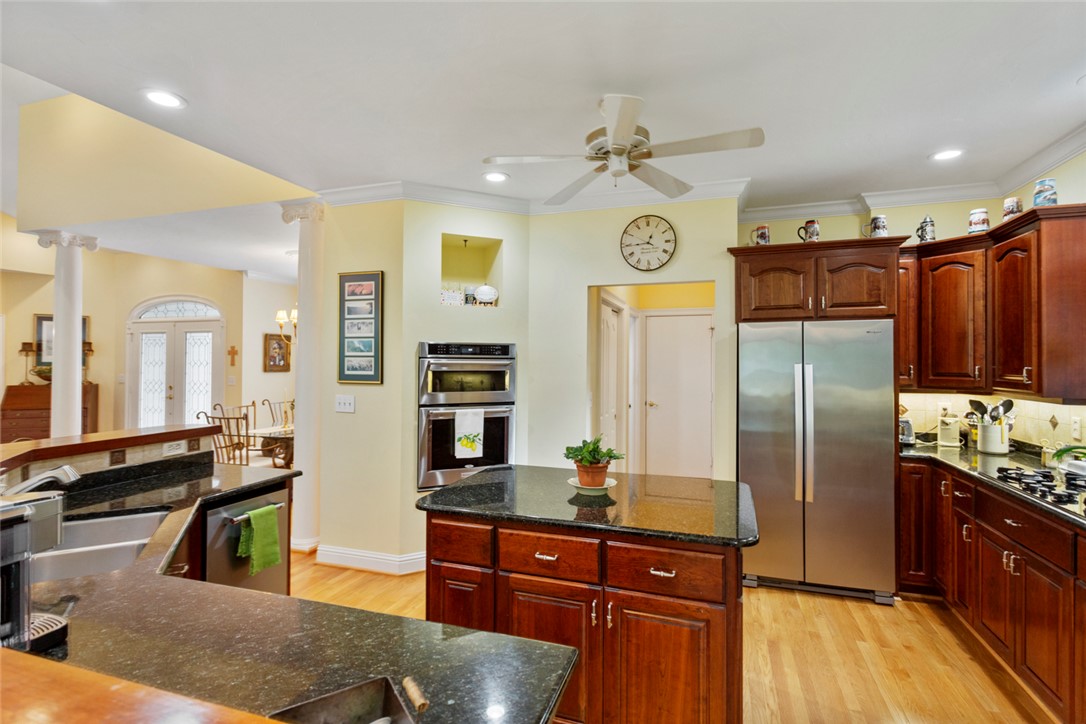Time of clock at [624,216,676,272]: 12:44
